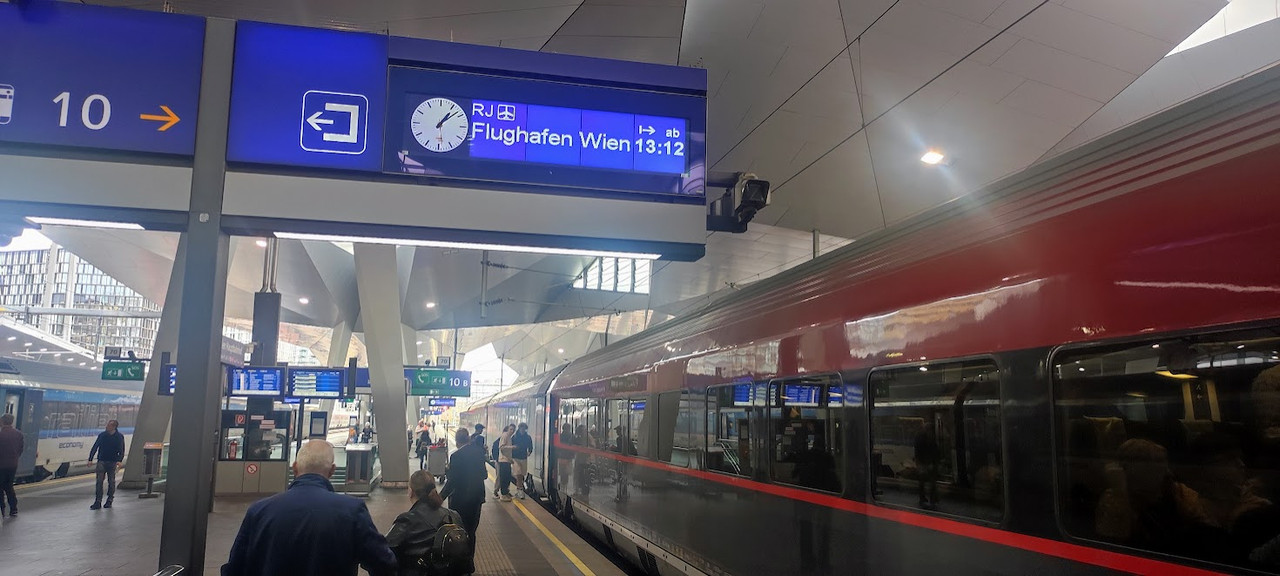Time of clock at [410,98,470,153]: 1:08
